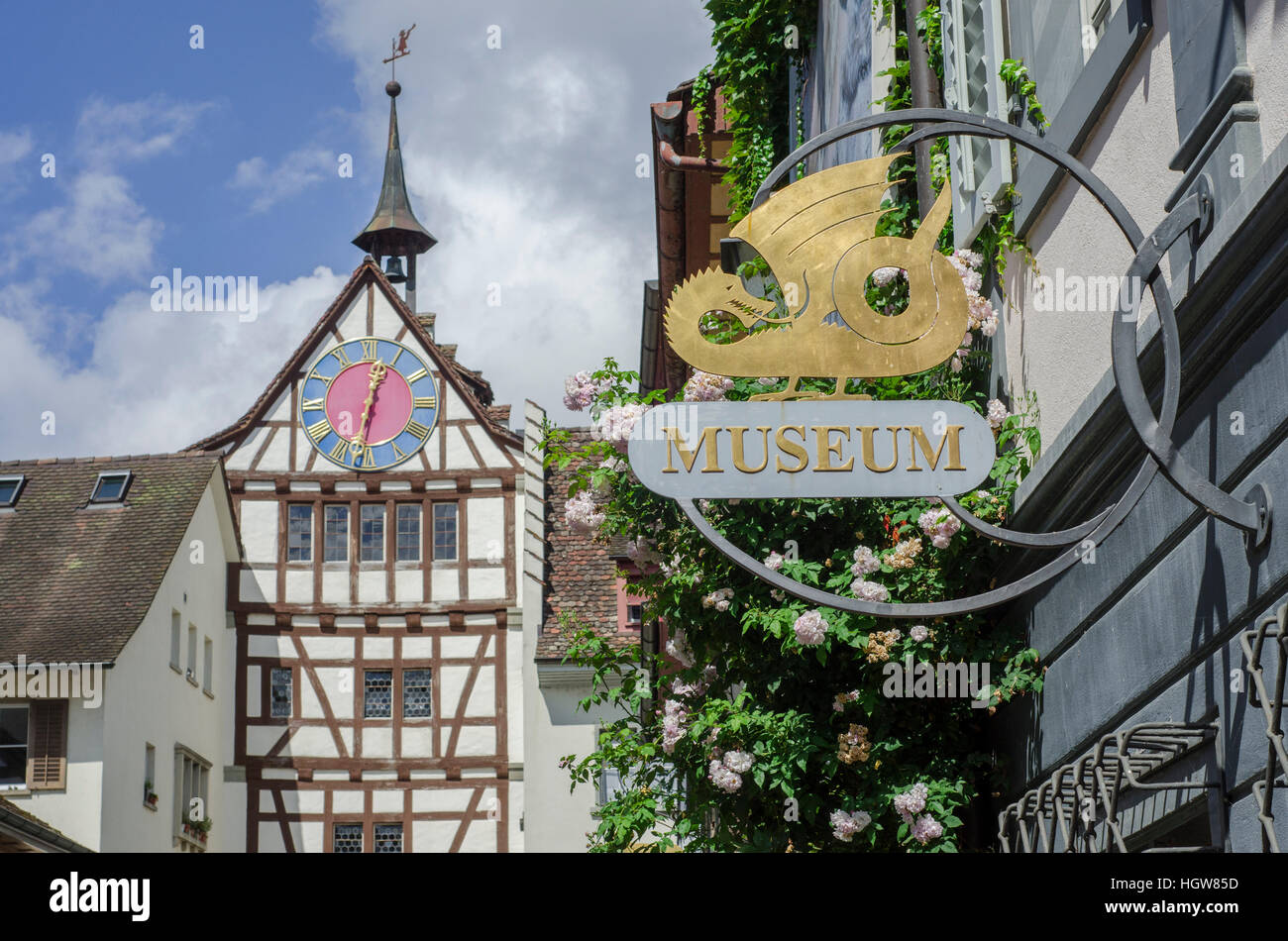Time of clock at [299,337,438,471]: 12:32
